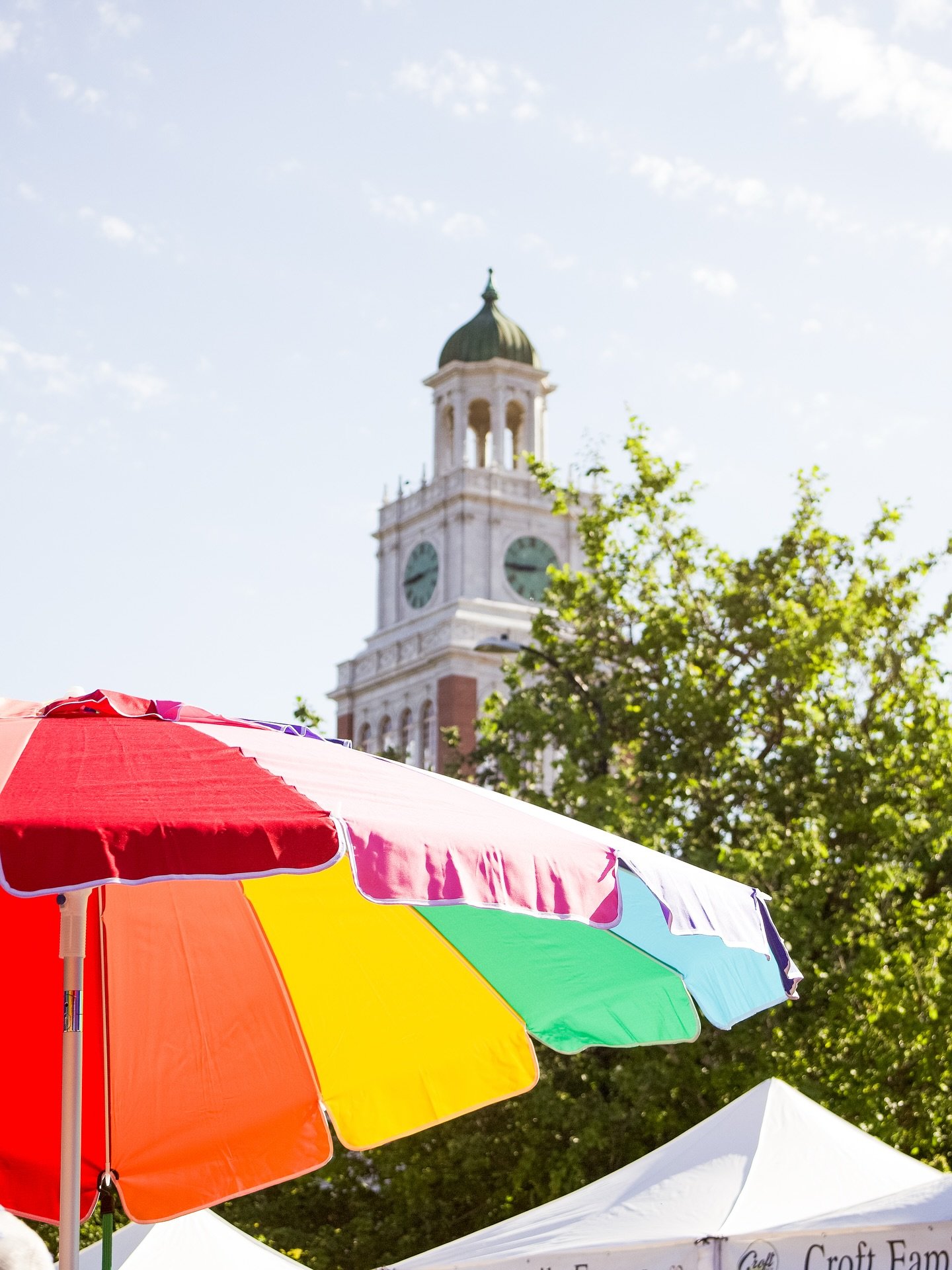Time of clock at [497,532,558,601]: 8:45
